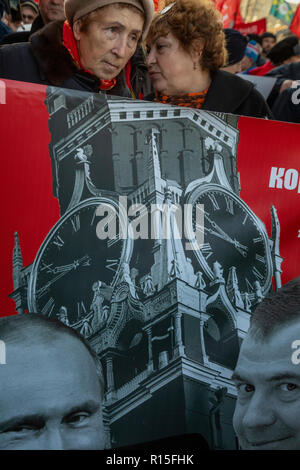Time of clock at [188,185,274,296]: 9:45
